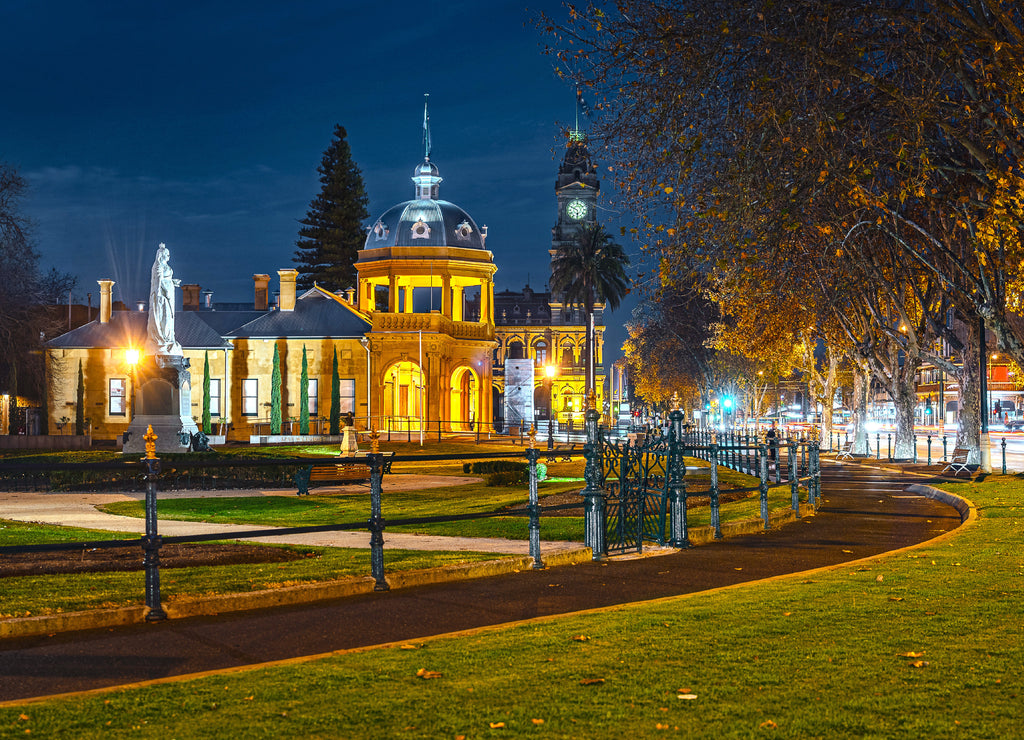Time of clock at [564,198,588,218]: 5:49
